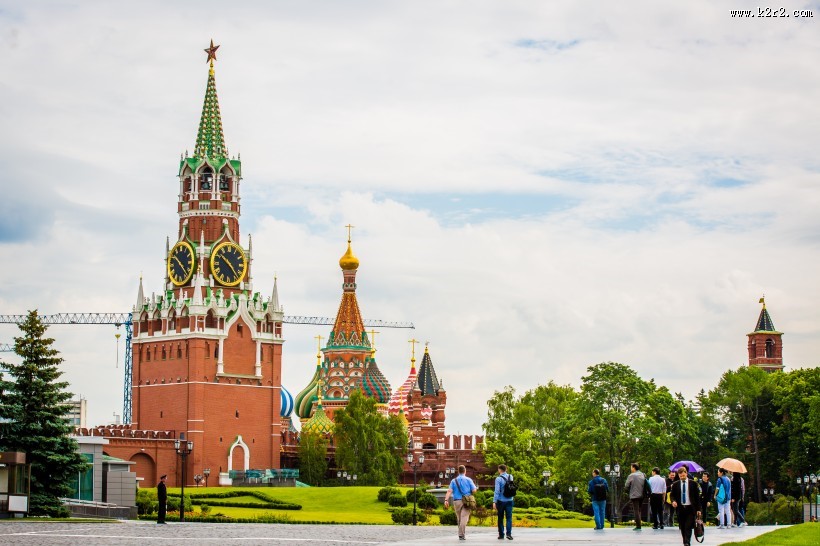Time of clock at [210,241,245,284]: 10:23
